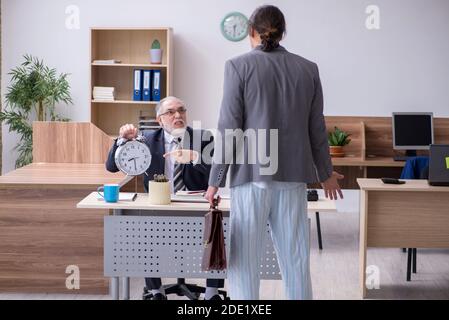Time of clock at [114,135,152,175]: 8:30
